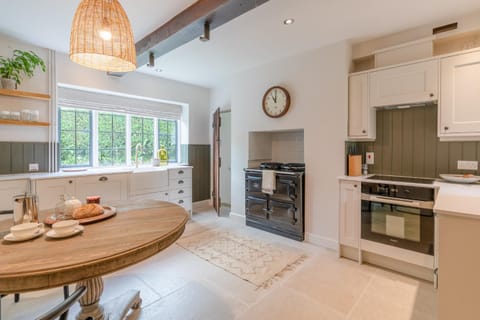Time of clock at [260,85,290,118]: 11:00
